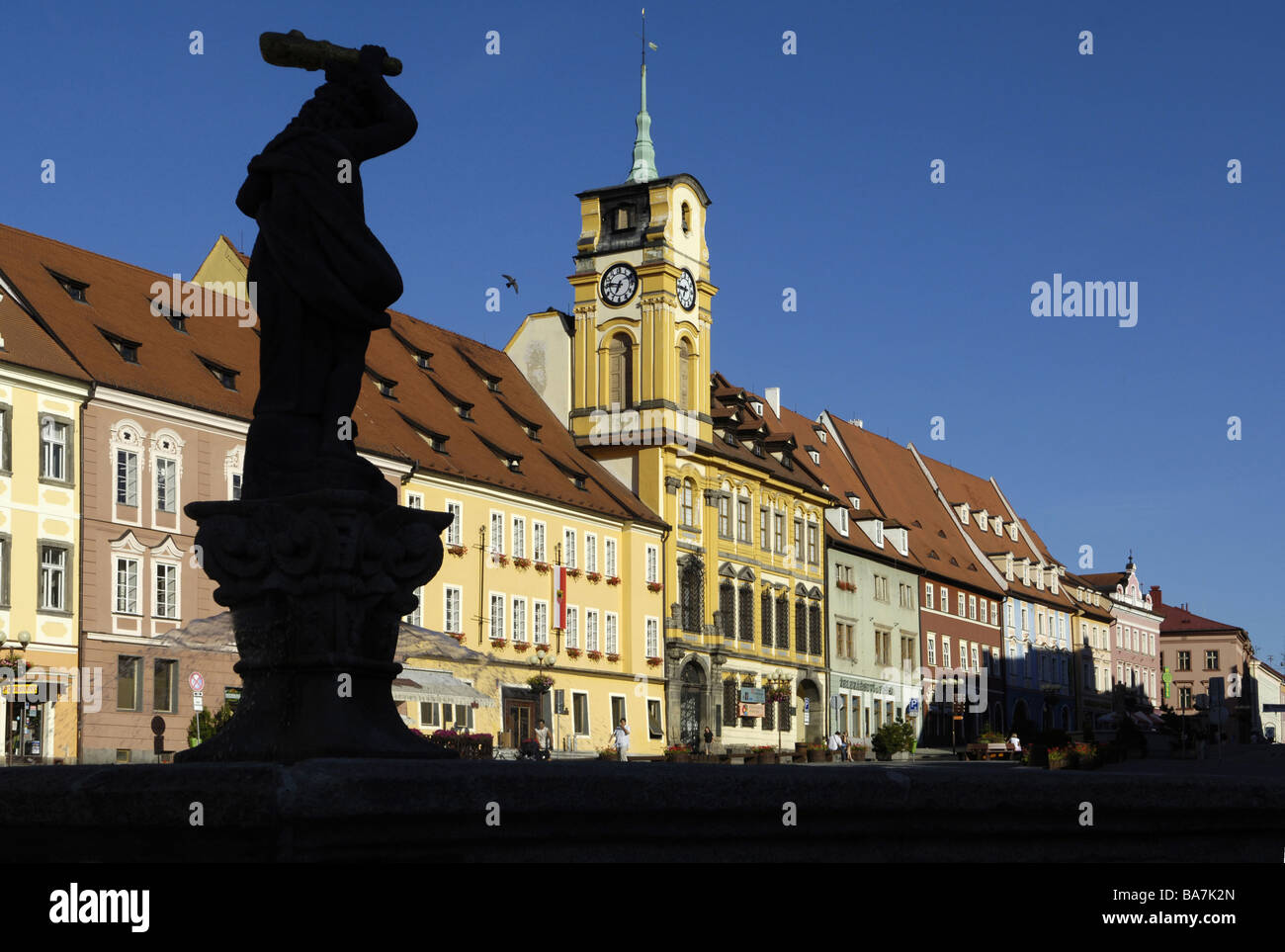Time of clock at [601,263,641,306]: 6:46
